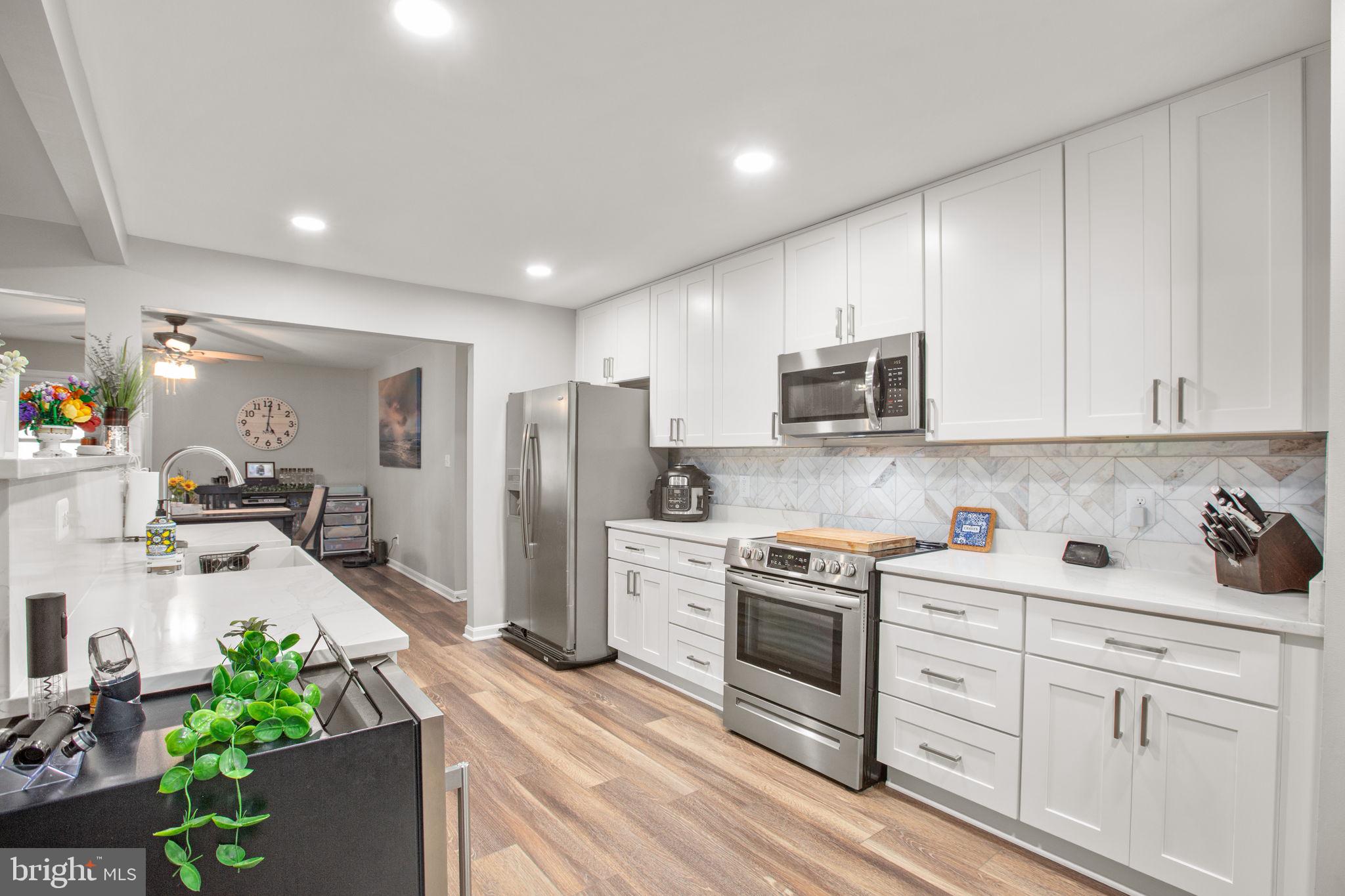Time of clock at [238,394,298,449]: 5:01
